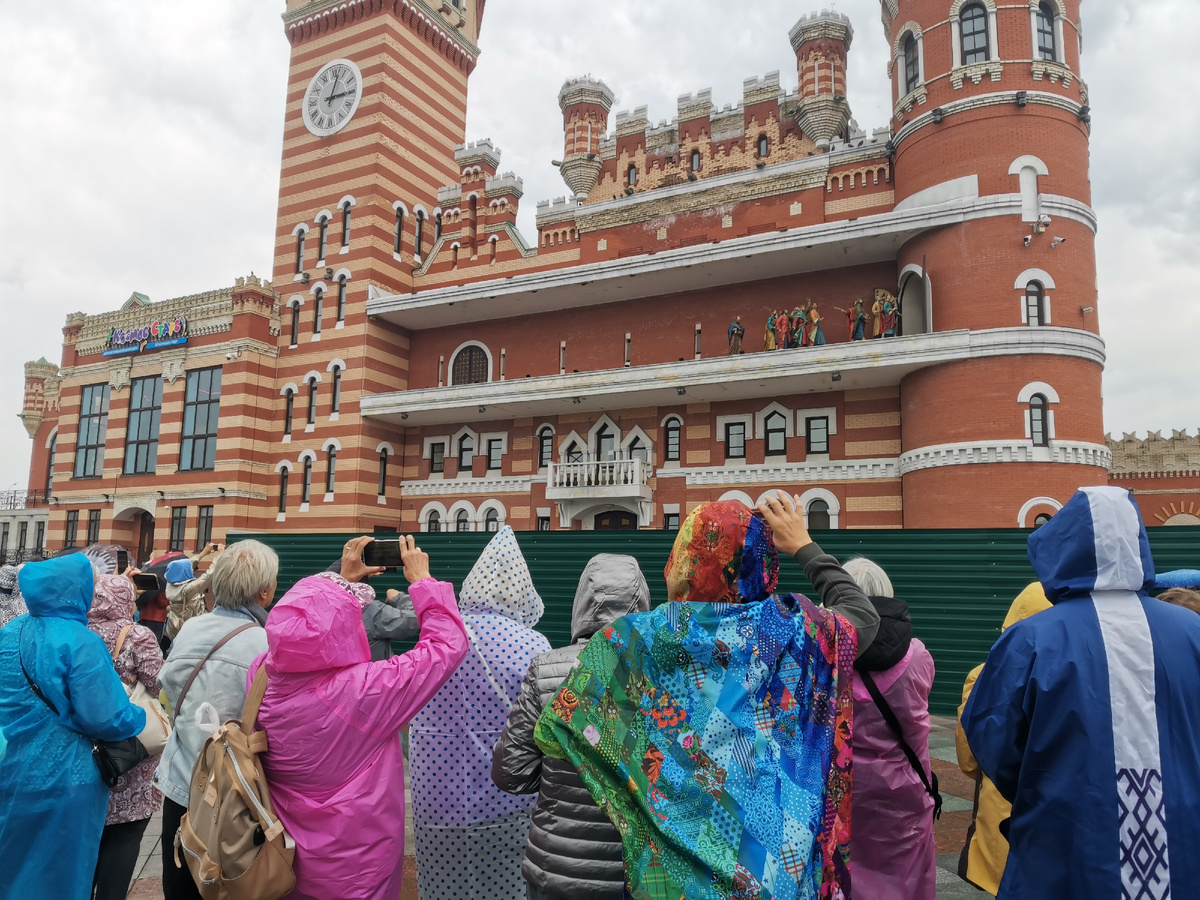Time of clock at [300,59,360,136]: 3:02
